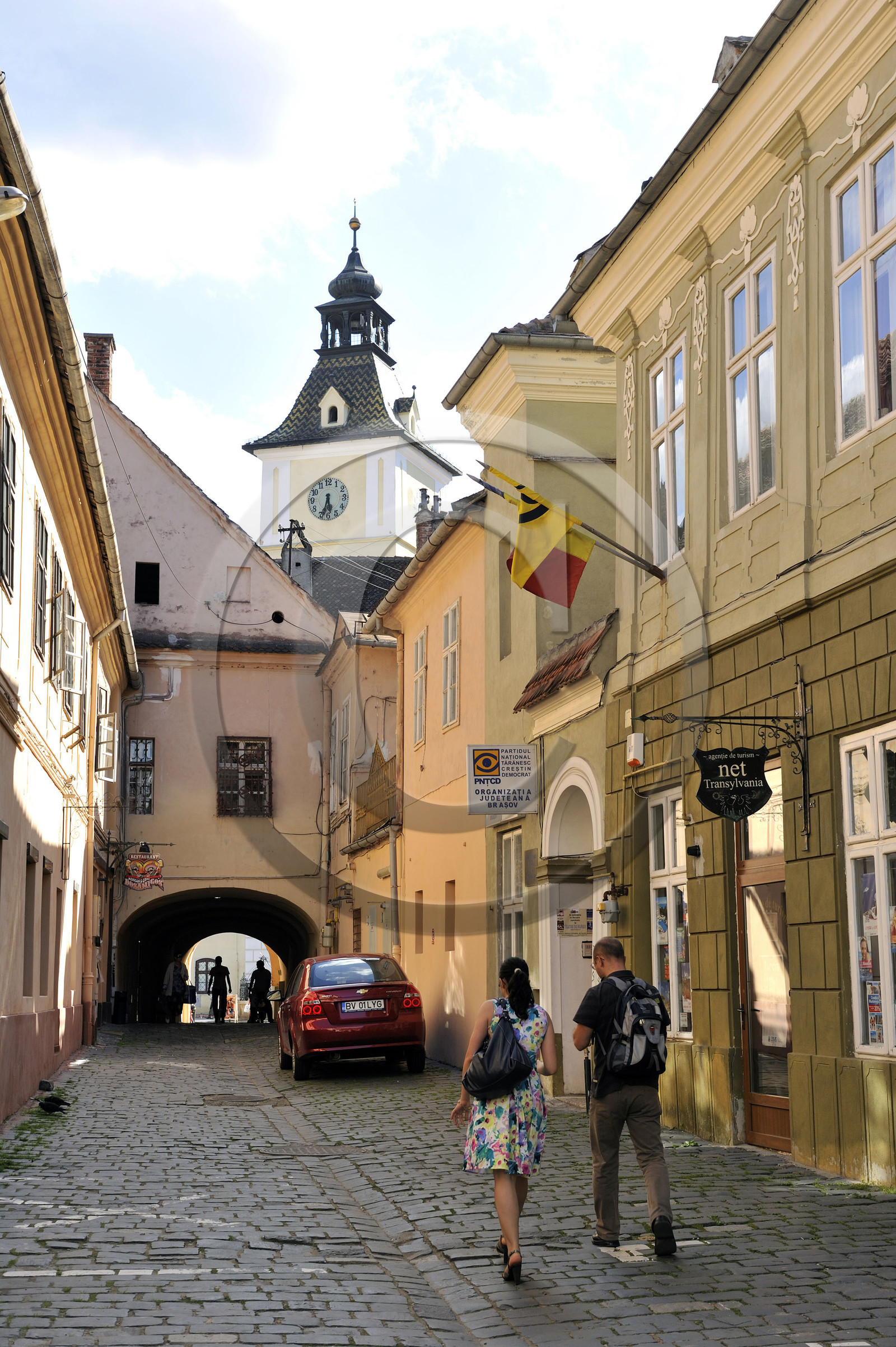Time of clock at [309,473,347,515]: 5:33
